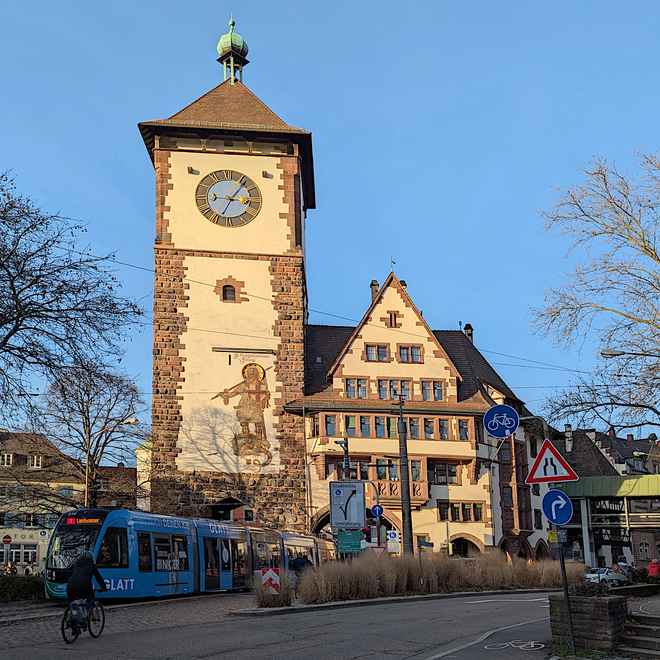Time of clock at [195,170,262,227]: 9:06
